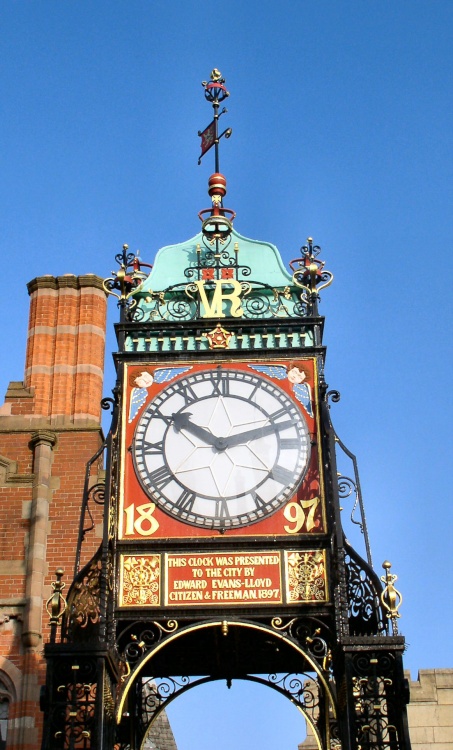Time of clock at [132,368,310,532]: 10:12
